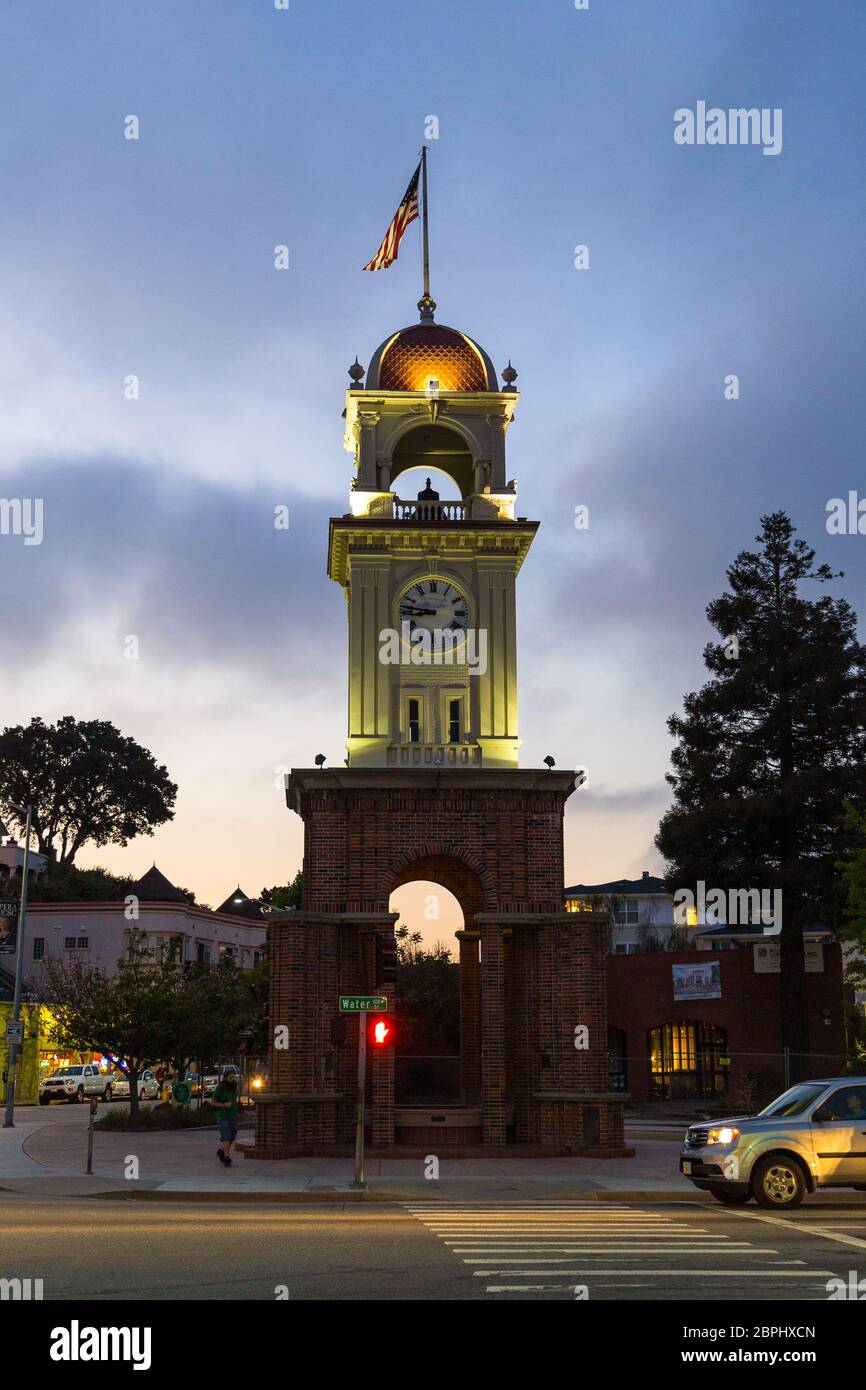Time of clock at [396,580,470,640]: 8:46
